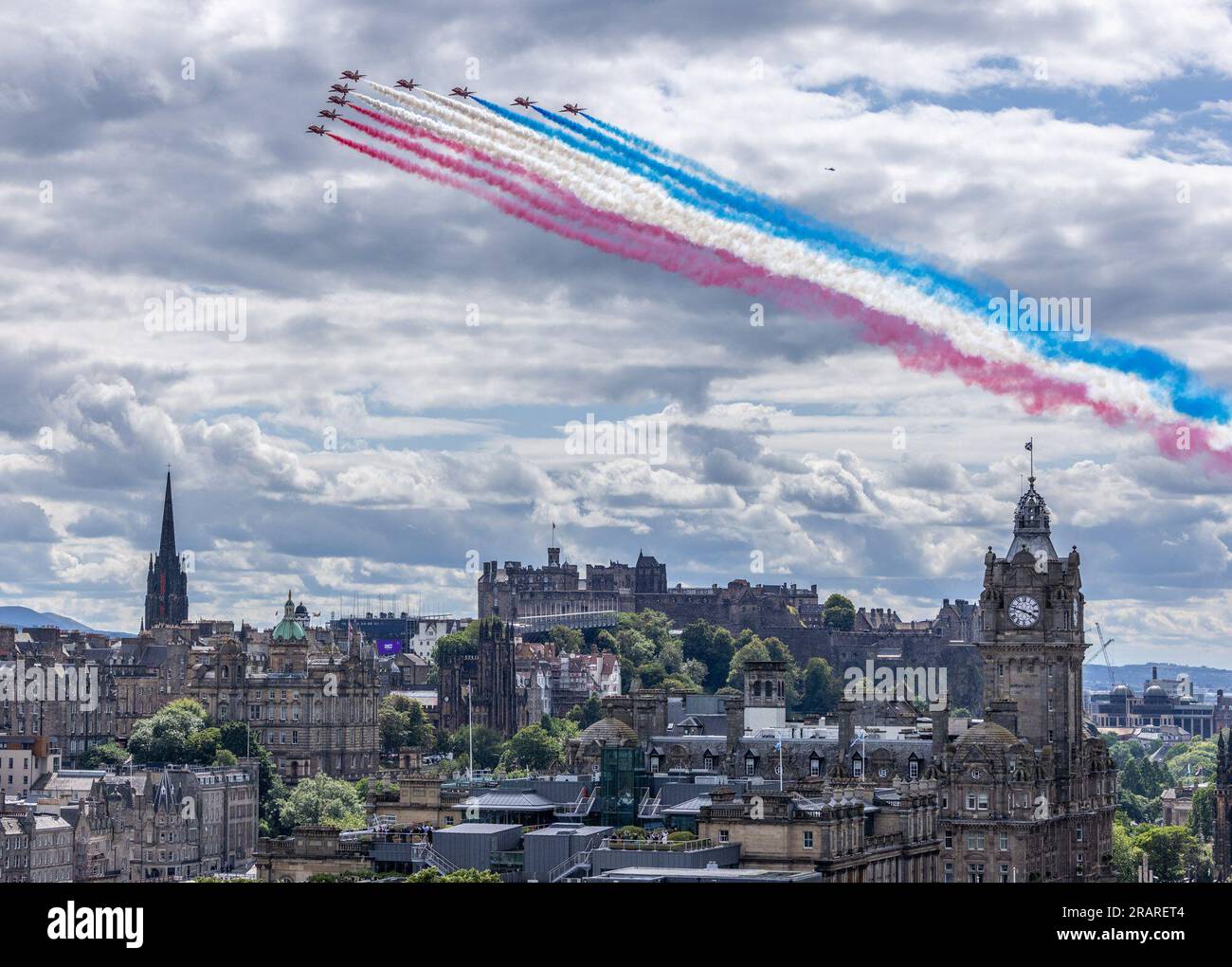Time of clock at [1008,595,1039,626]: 3:47
